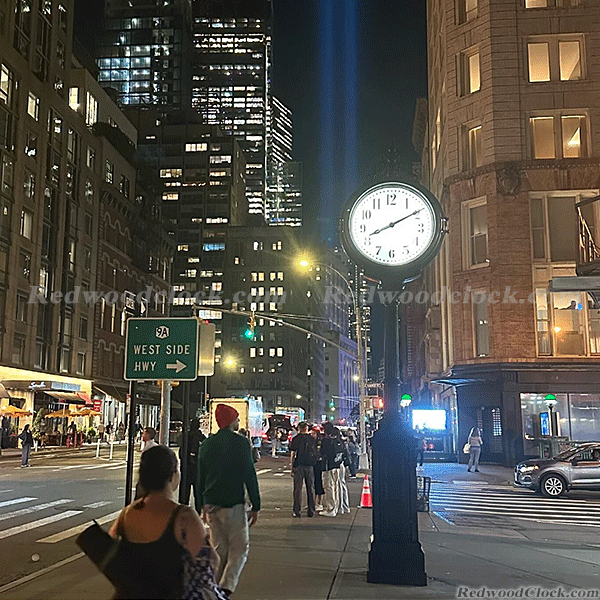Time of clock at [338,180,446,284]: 8:09
